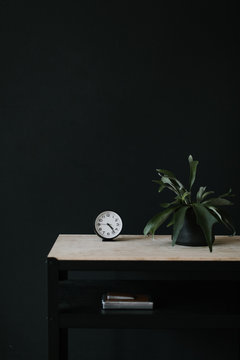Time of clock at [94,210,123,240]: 4:23
